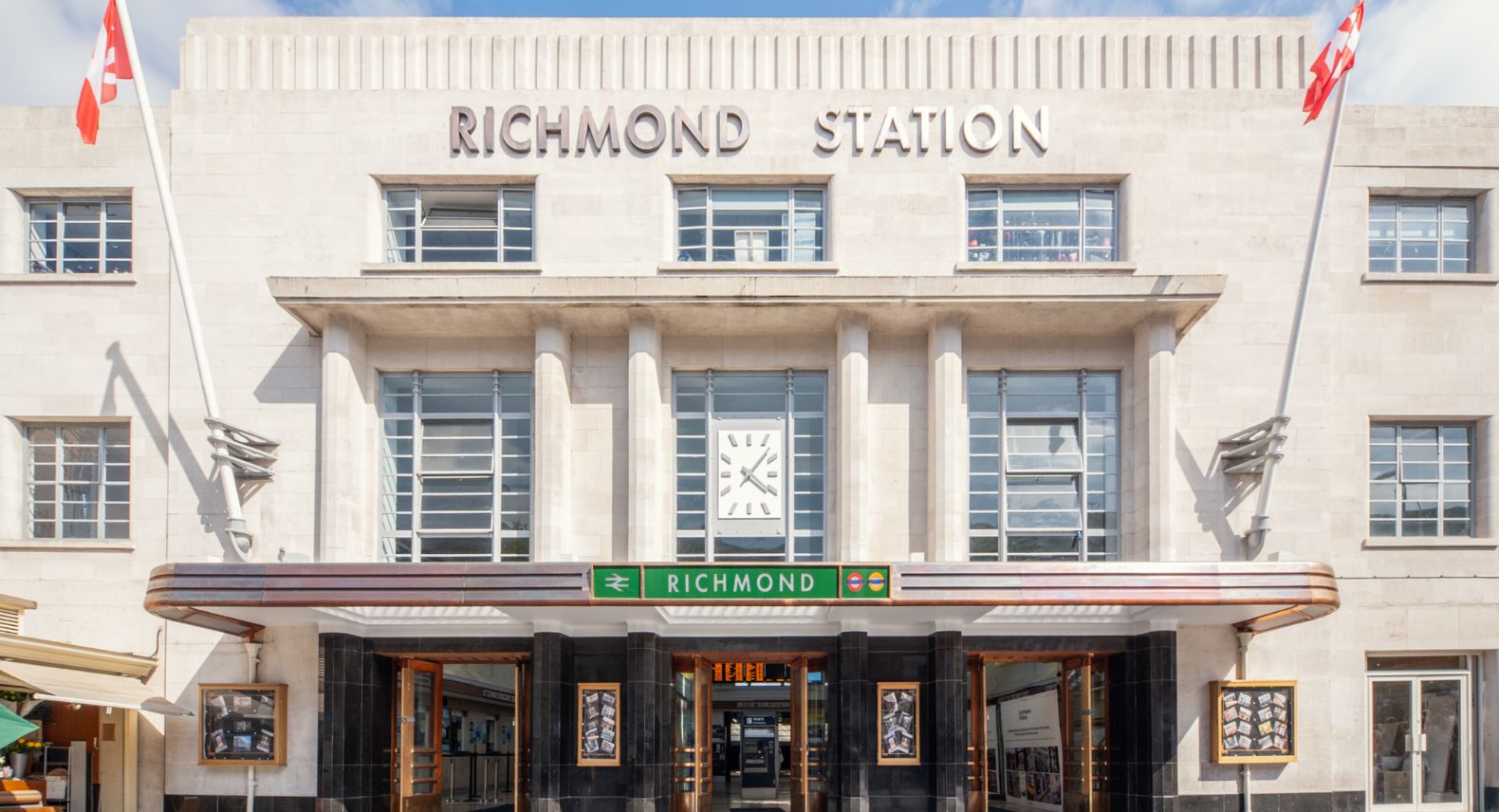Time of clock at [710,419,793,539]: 4:07
